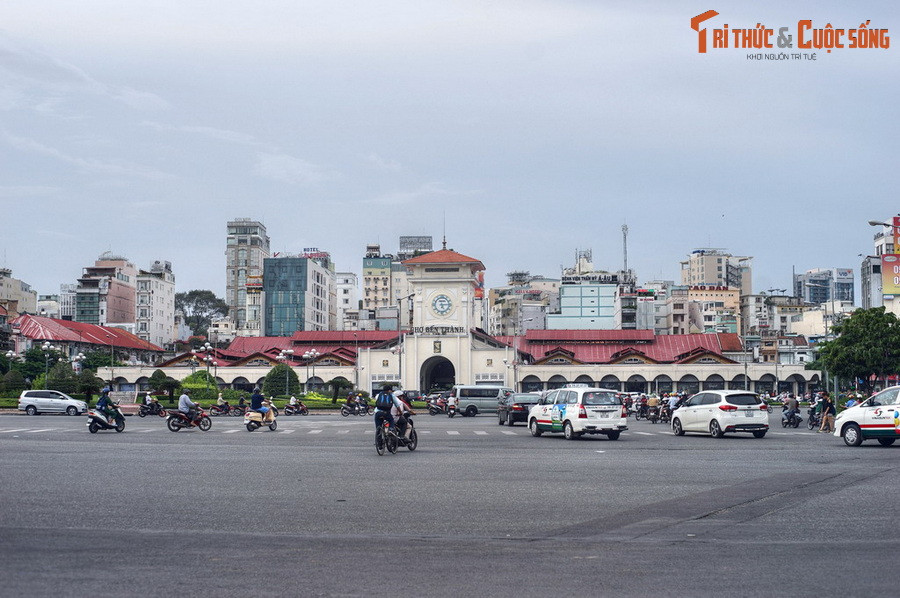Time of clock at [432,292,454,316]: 5:14
